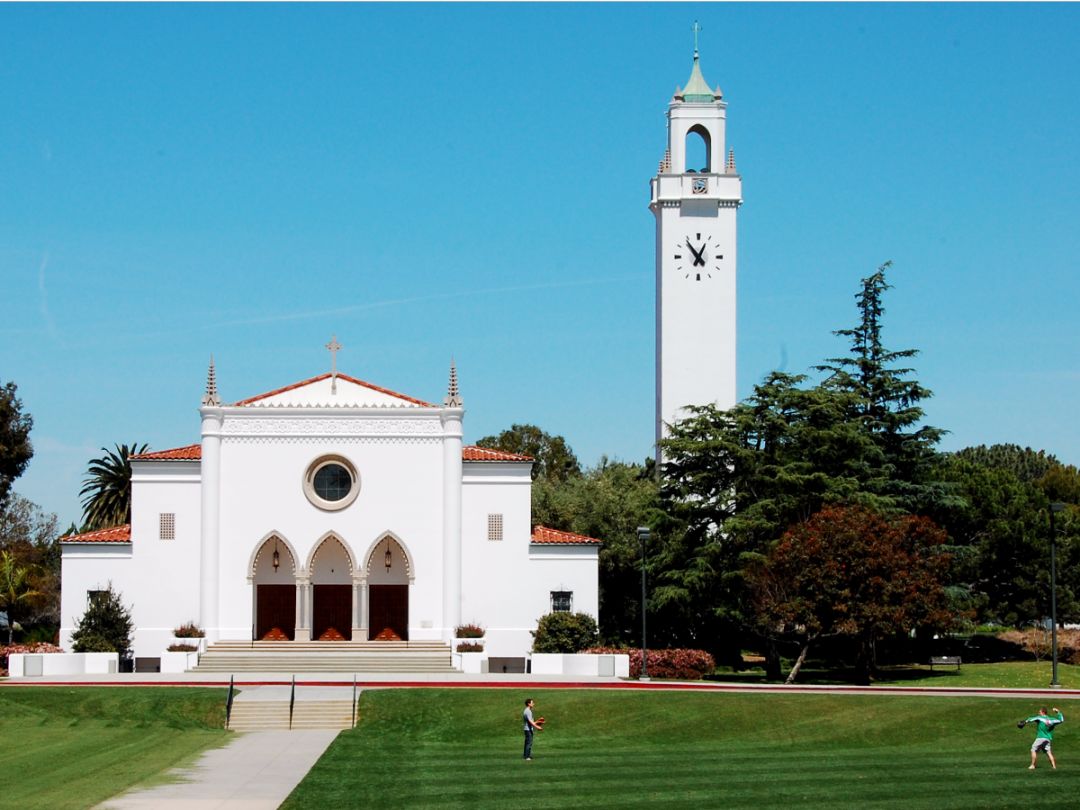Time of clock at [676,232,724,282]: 12:54
